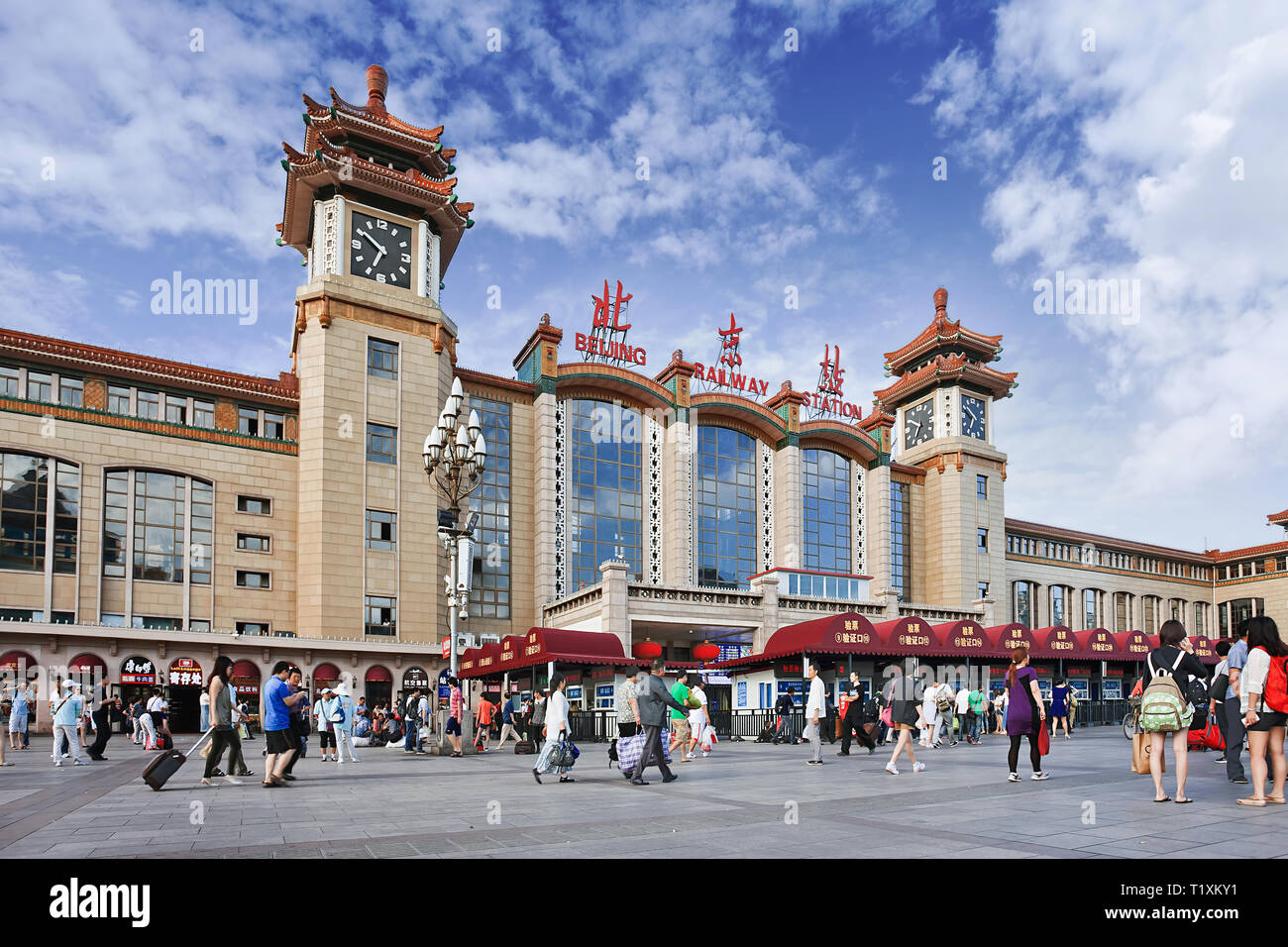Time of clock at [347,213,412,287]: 6:50
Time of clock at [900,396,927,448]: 6:50
